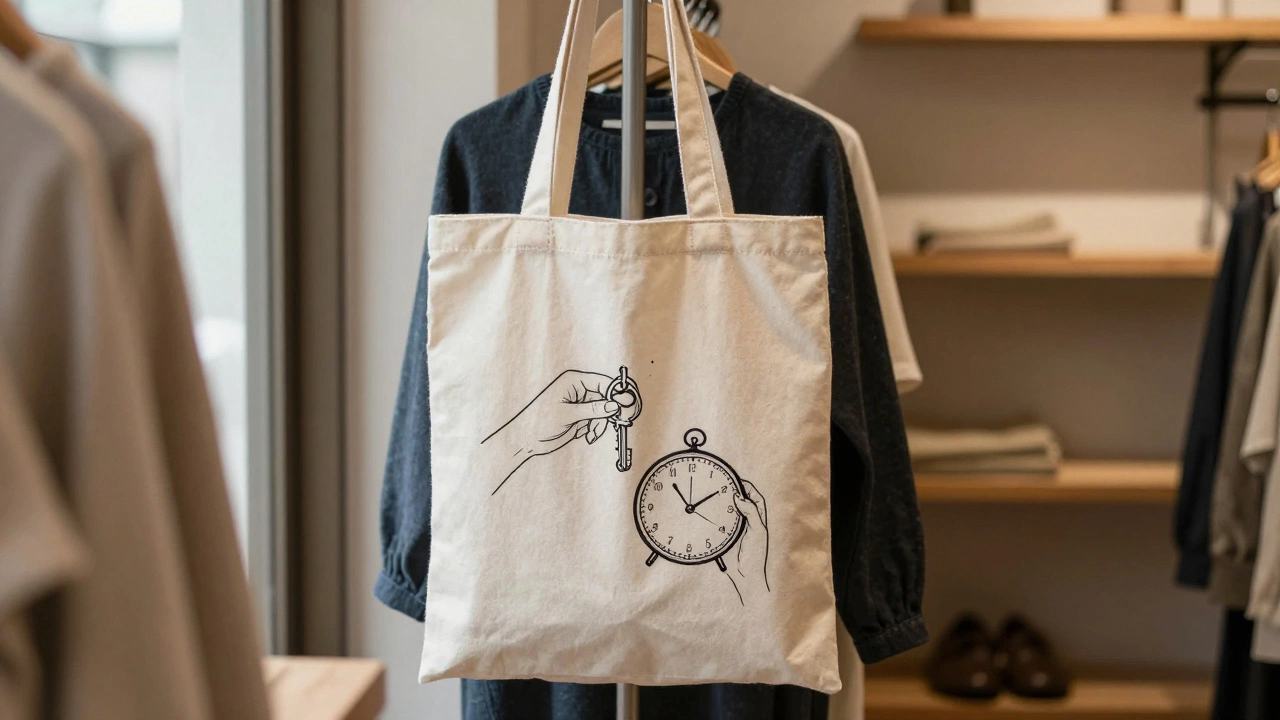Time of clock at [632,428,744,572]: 1:53
